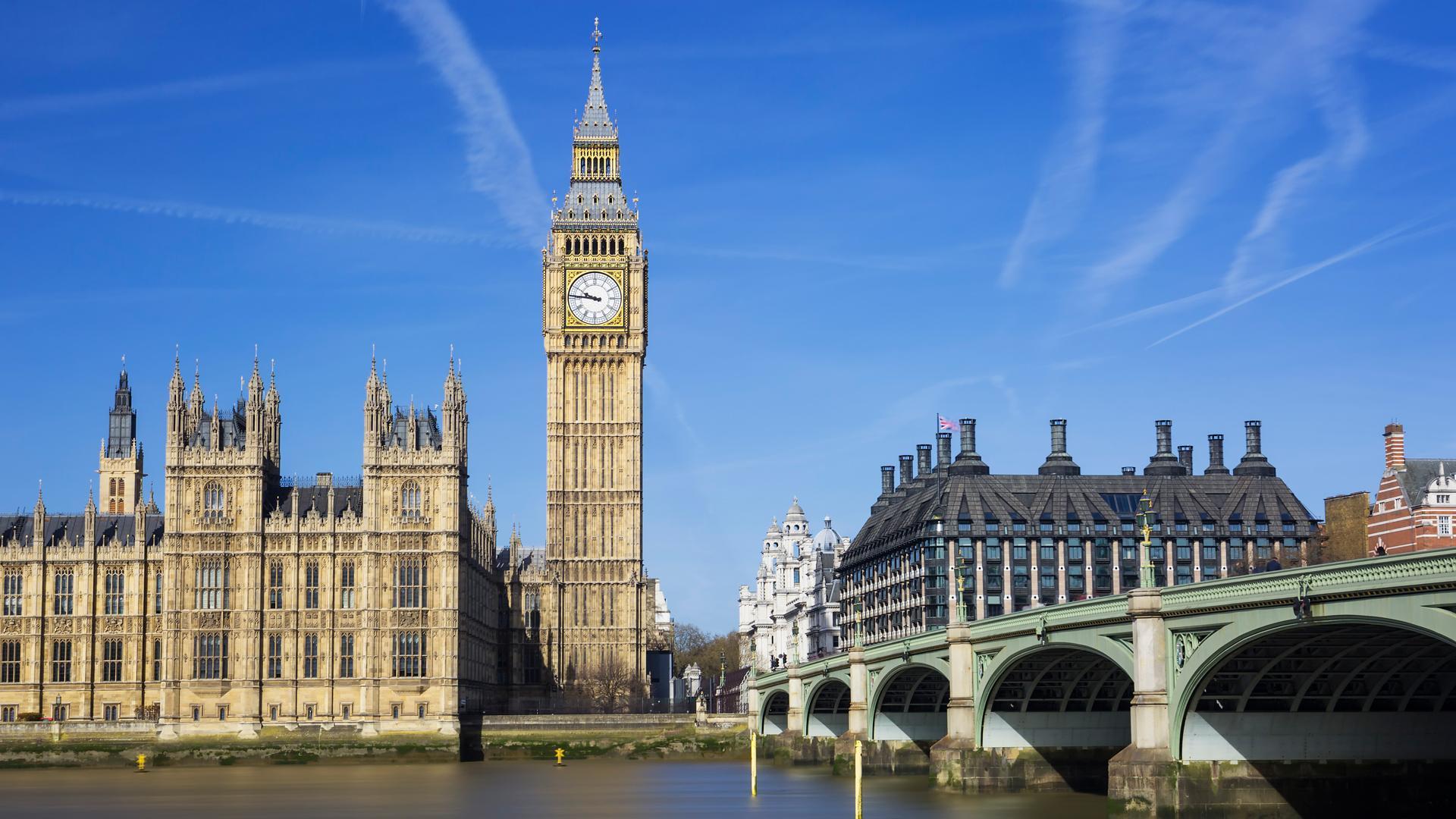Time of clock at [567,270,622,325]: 9:45
